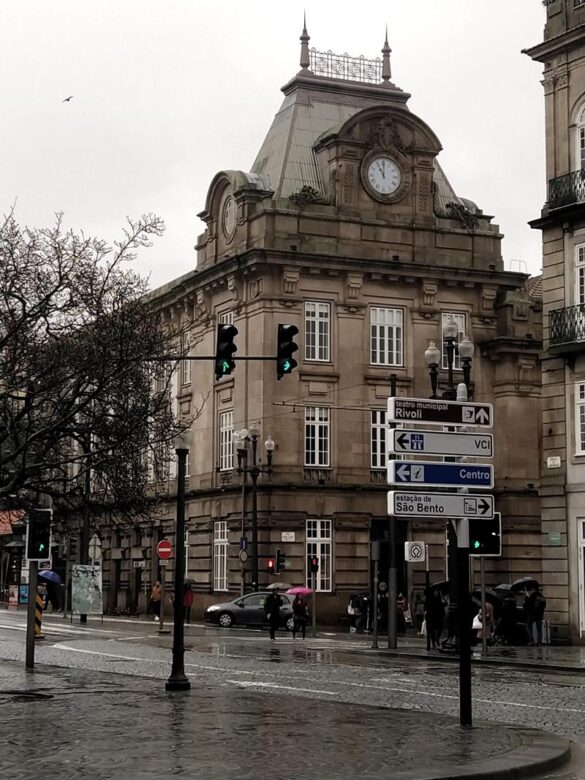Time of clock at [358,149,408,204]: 11:00
